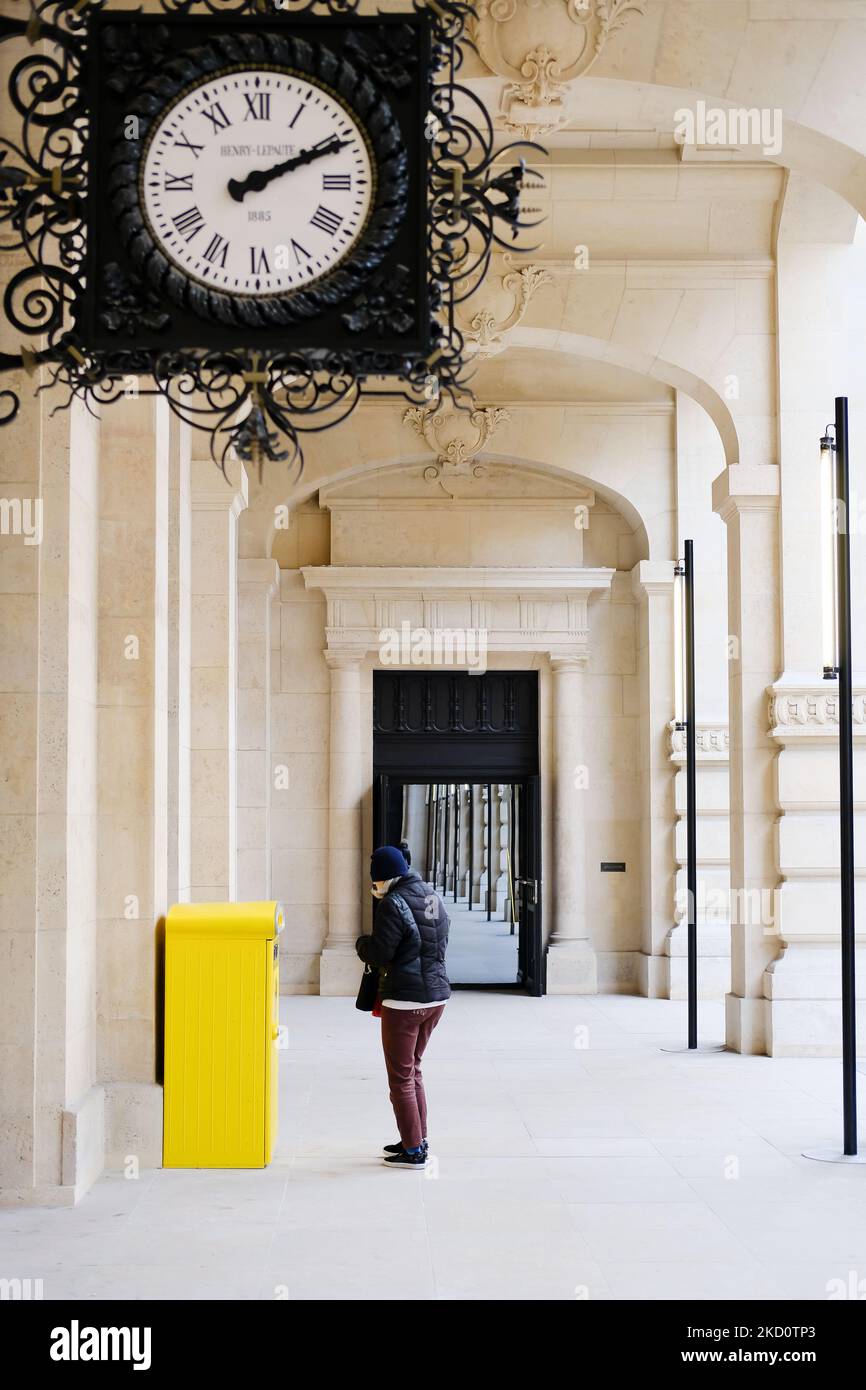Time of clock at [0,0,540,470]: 2:10
